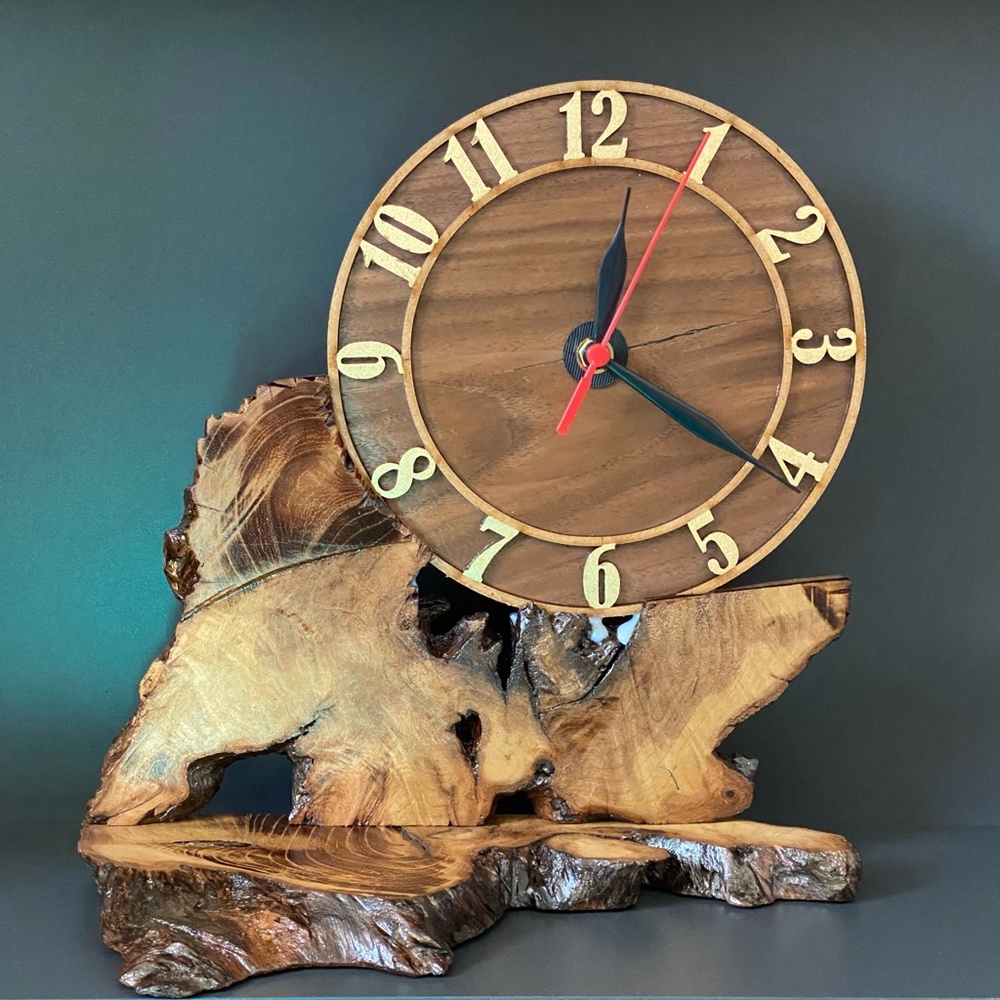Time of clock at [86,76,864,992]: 12:20
